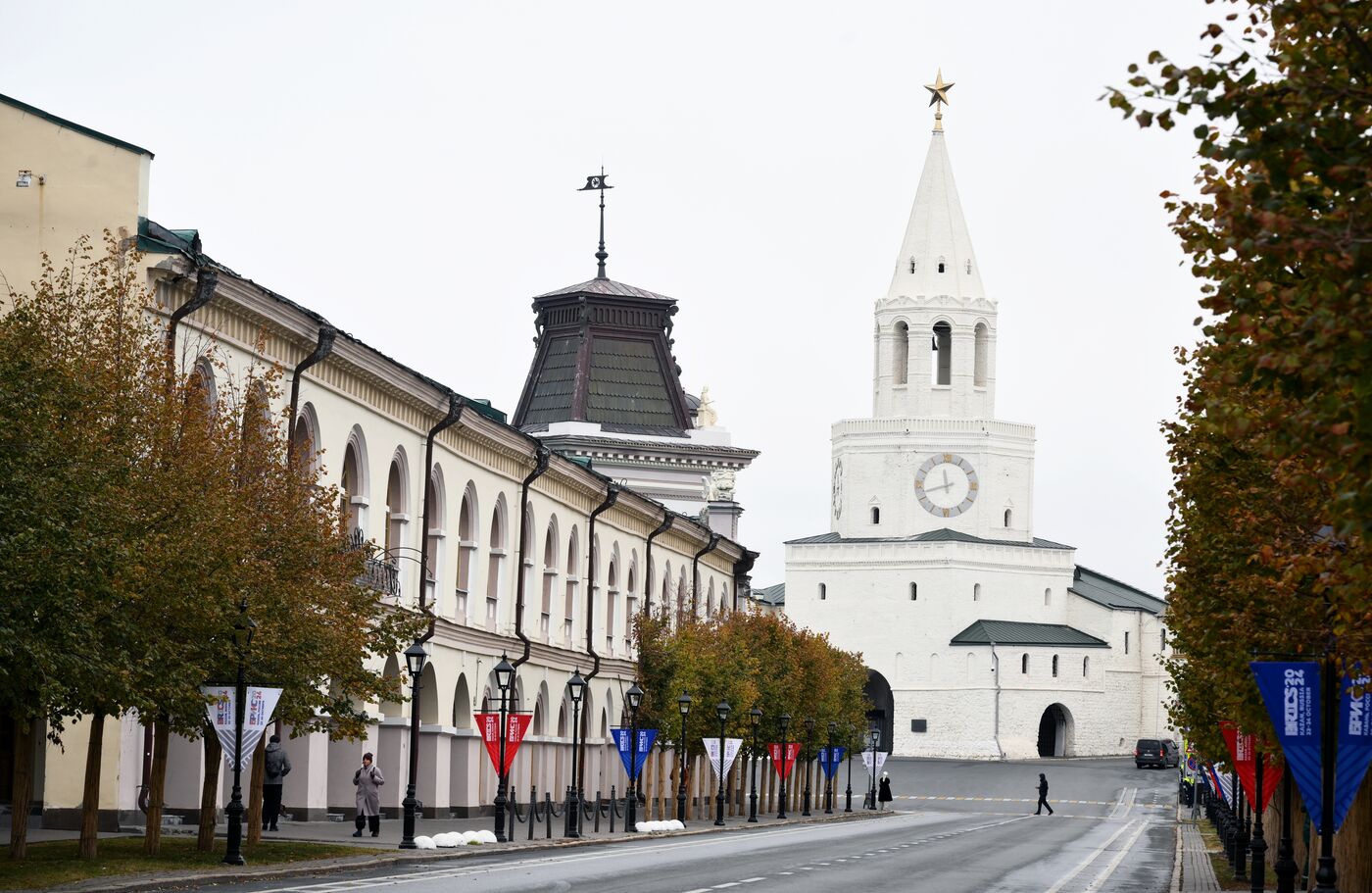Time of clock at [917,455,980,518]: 11:42
